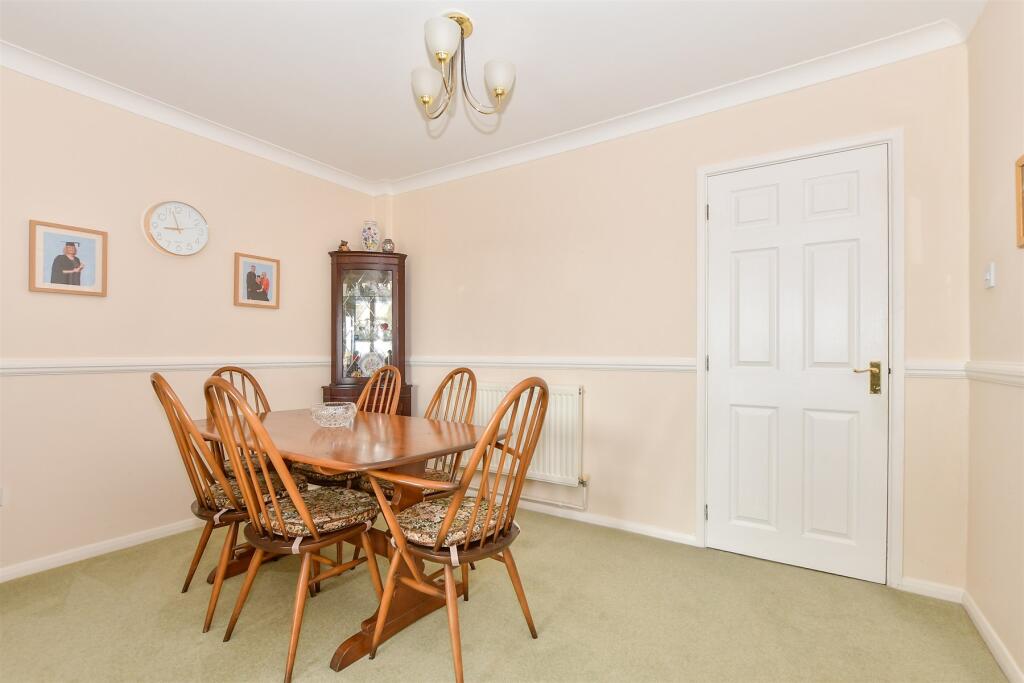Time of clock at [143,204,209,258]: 8:57
